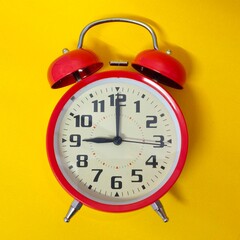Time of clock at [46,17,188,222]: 9:00
